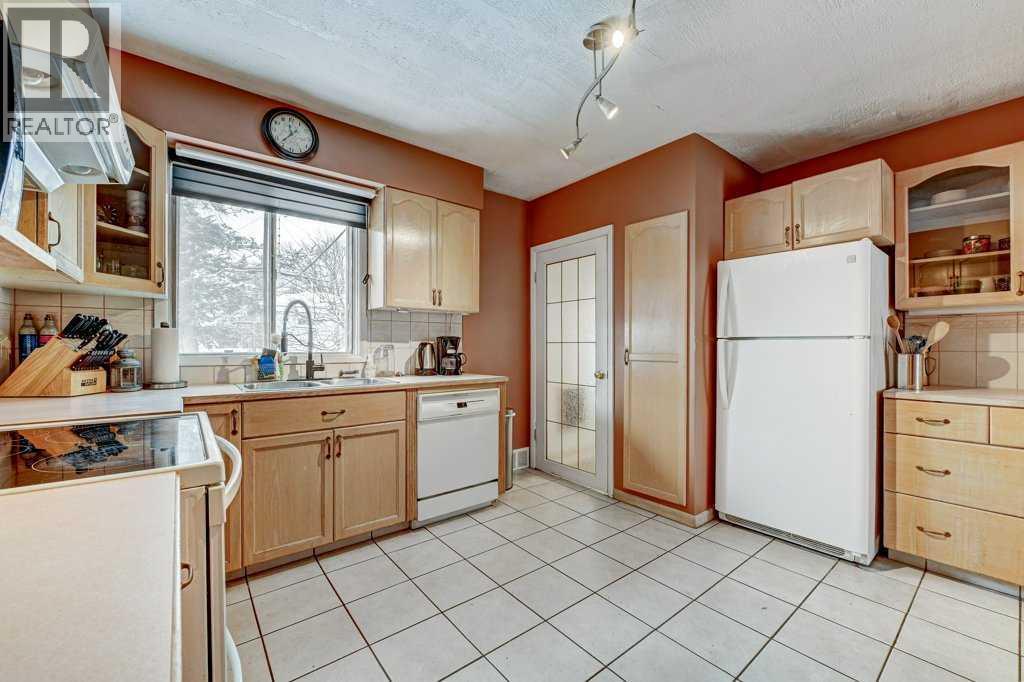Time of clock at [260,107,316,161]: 11:36
